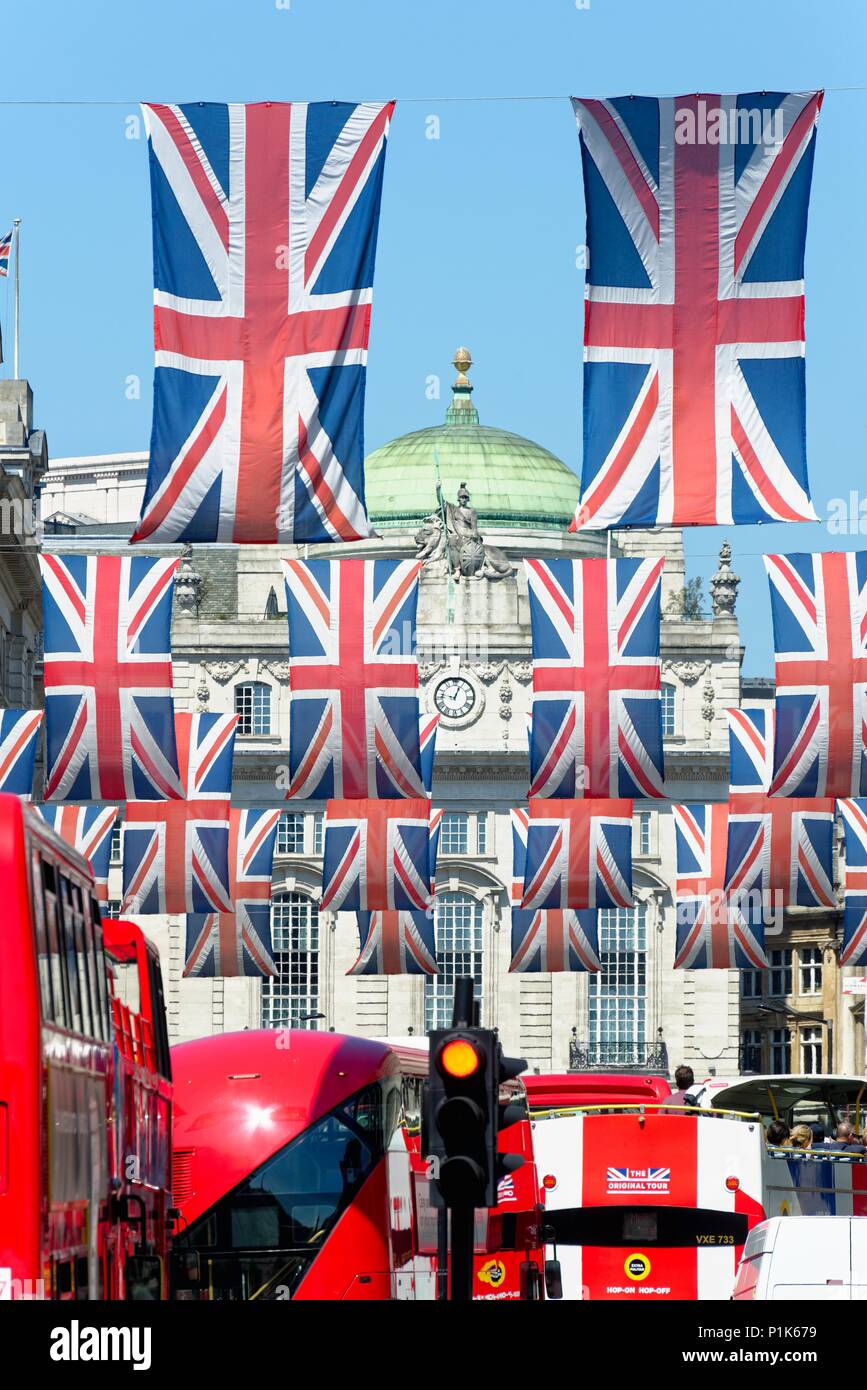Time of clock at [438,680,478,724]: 12:47
